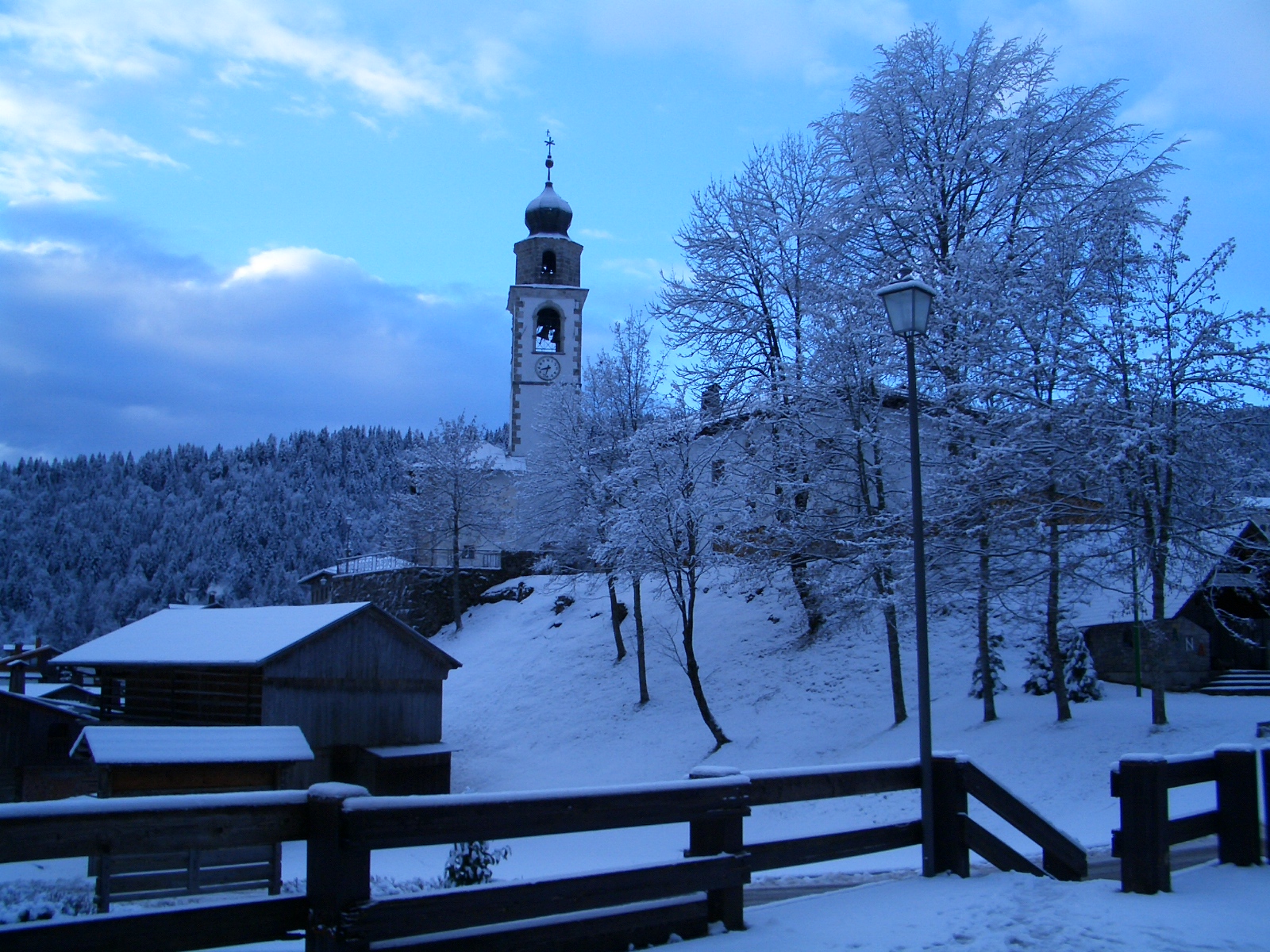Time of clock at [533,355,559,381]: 8:32
